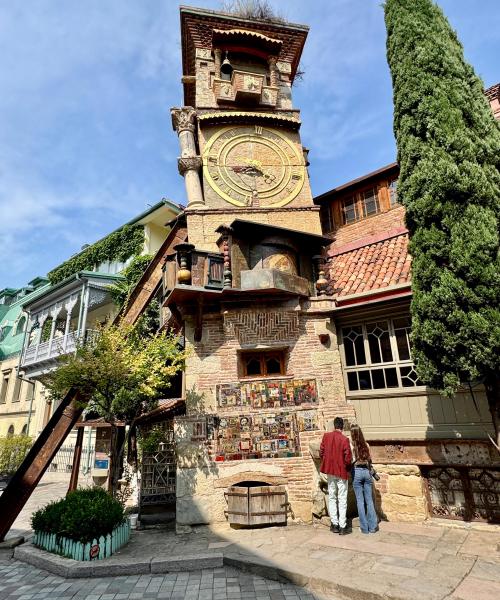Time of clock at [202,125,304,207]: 8:21
